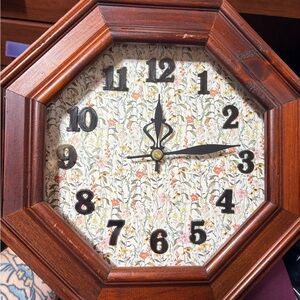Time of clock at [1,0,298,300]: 12:13
